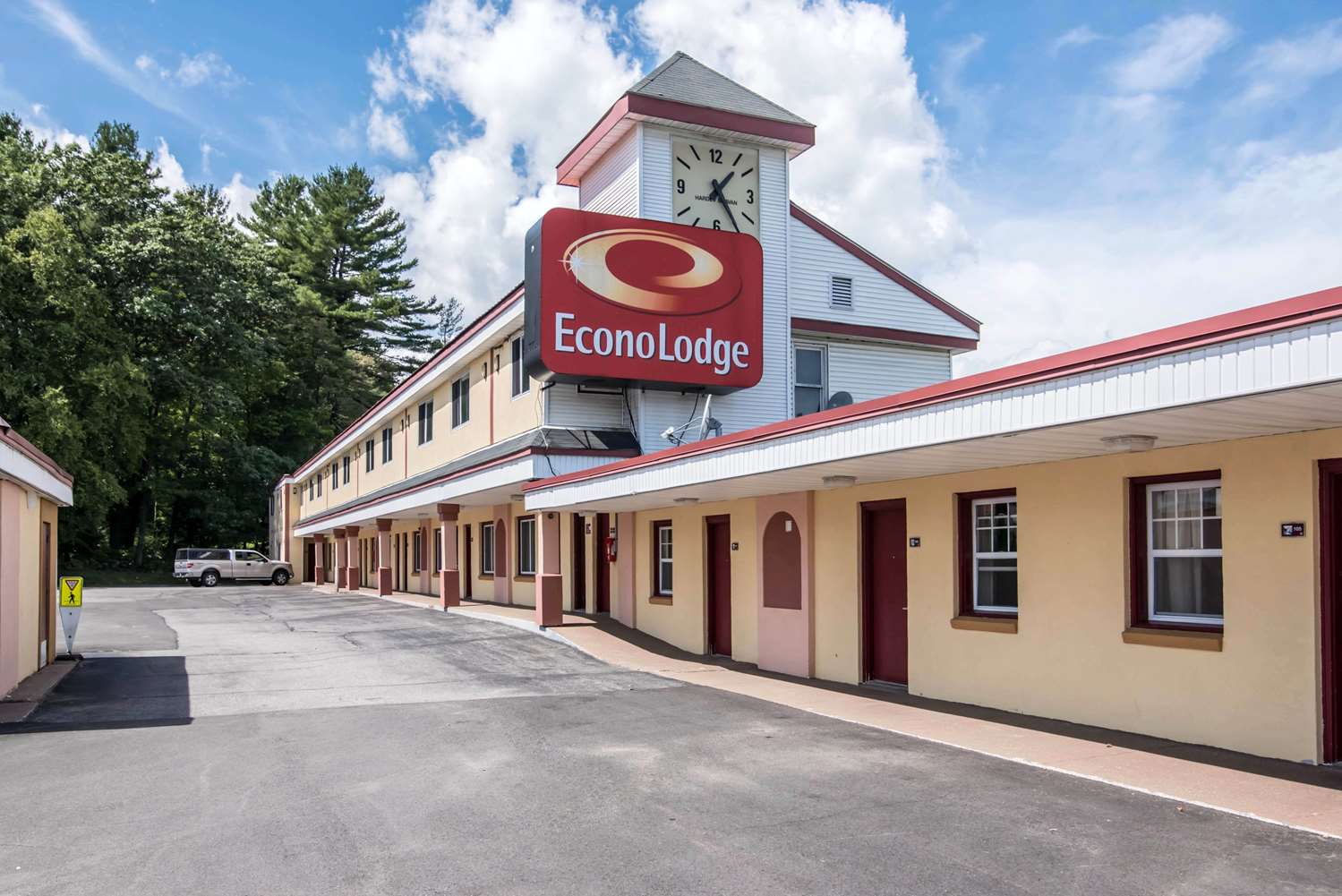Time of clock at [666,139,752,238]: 1:24
